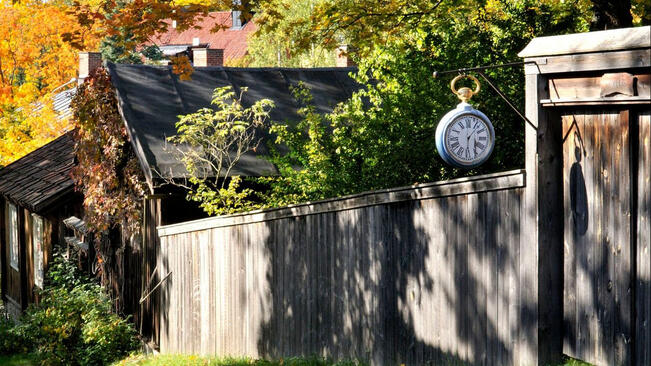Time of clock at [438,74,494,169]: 1:28
